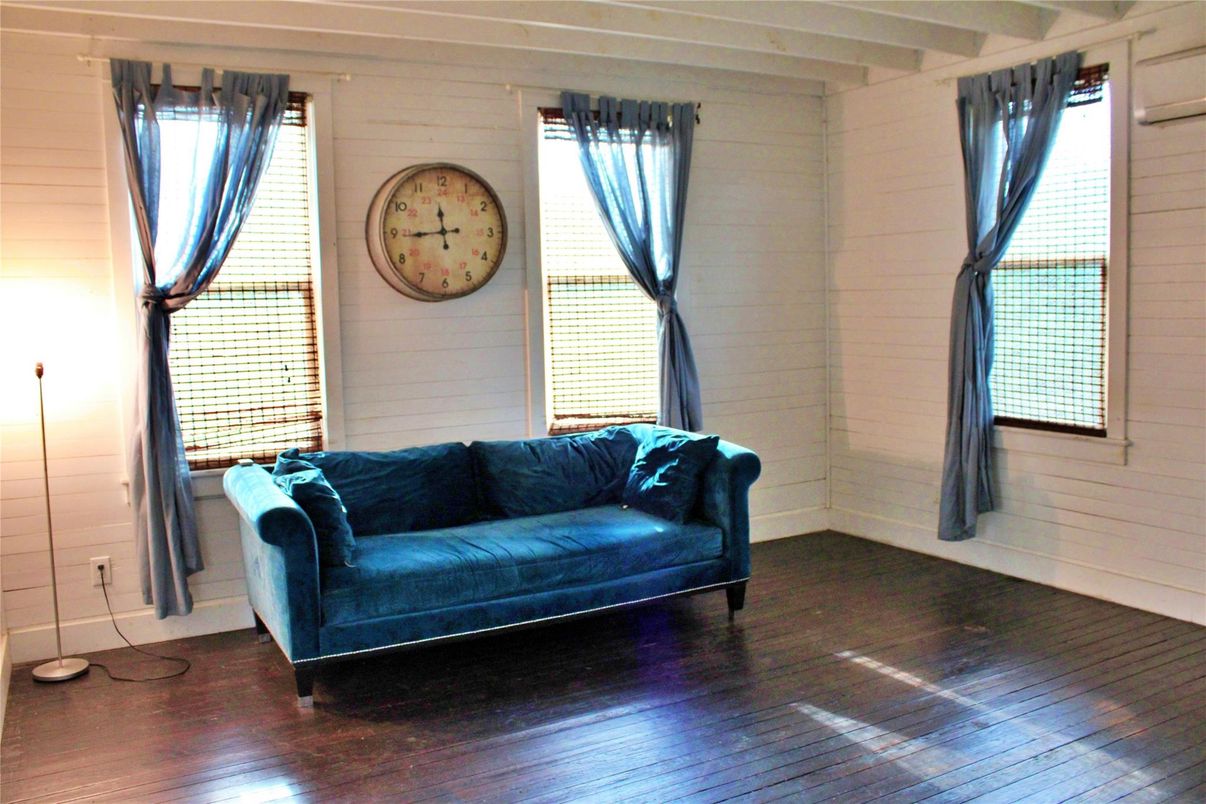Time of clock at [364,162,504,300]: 11:44
